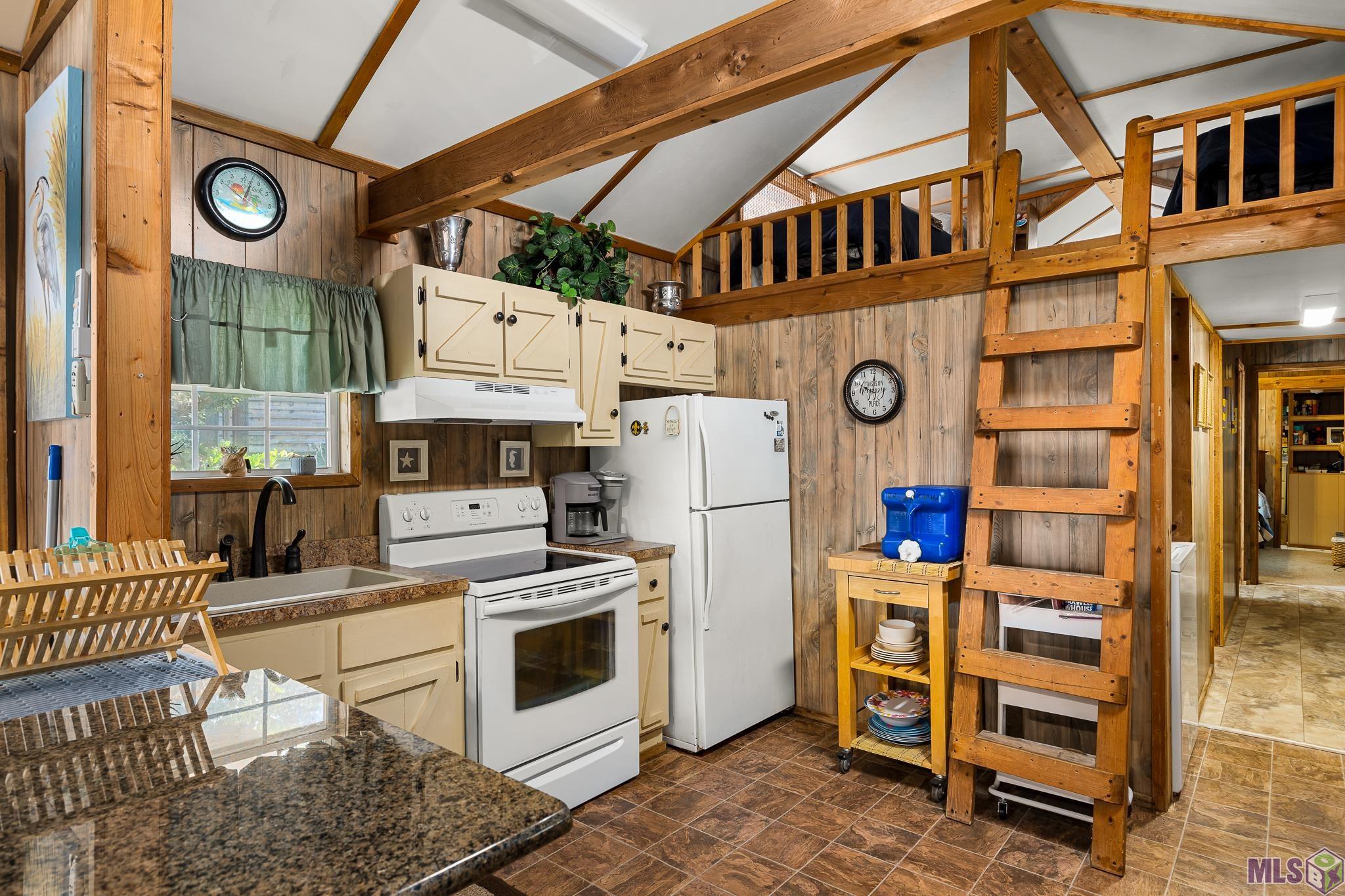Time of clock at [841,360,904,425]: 10:00
